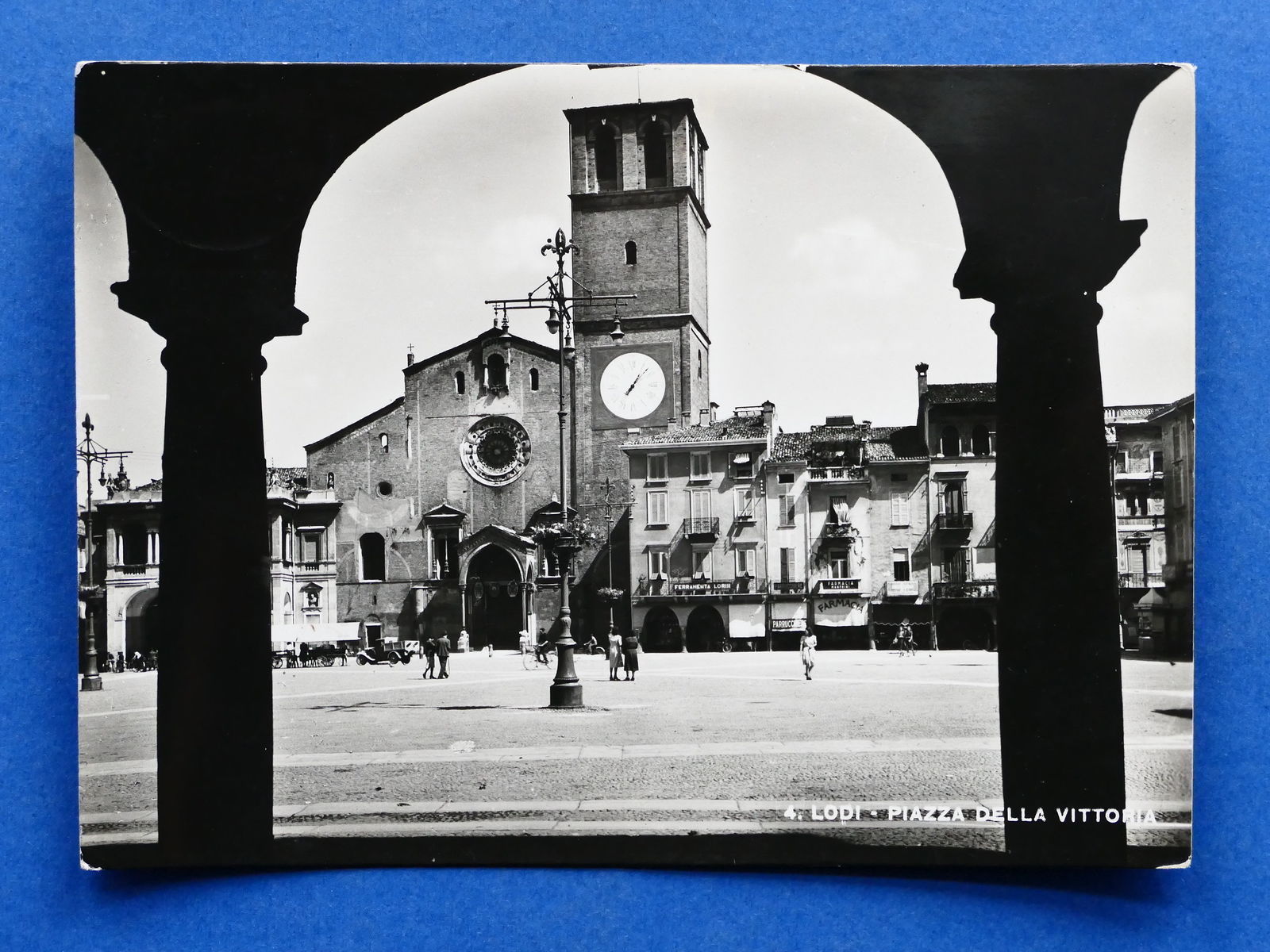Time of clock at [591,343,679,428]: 7:07
